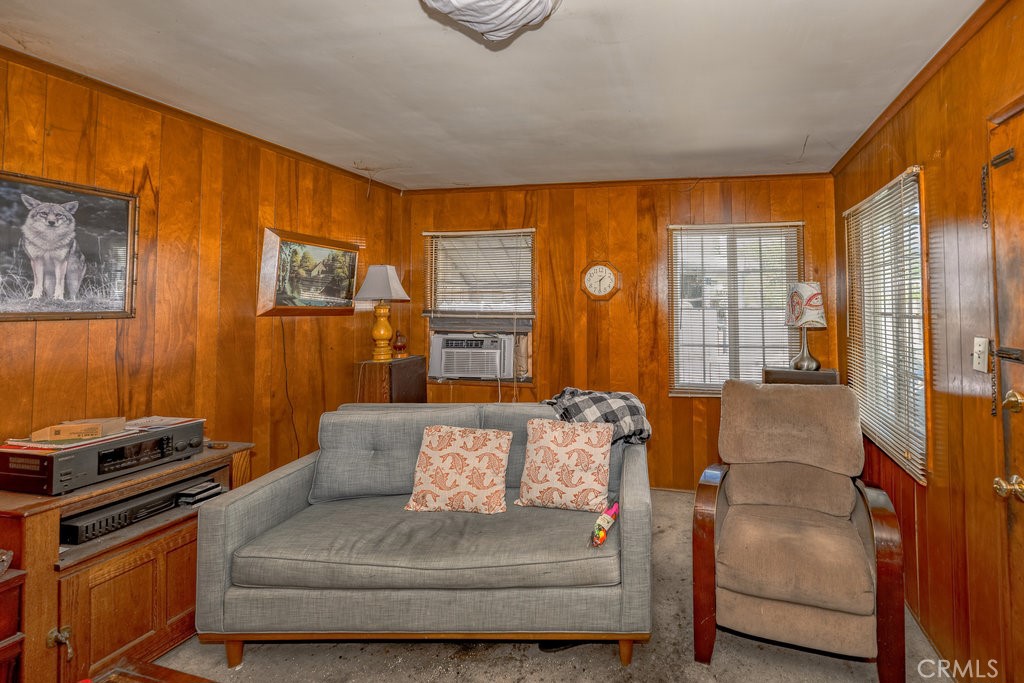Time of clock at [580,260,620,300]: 1:30
